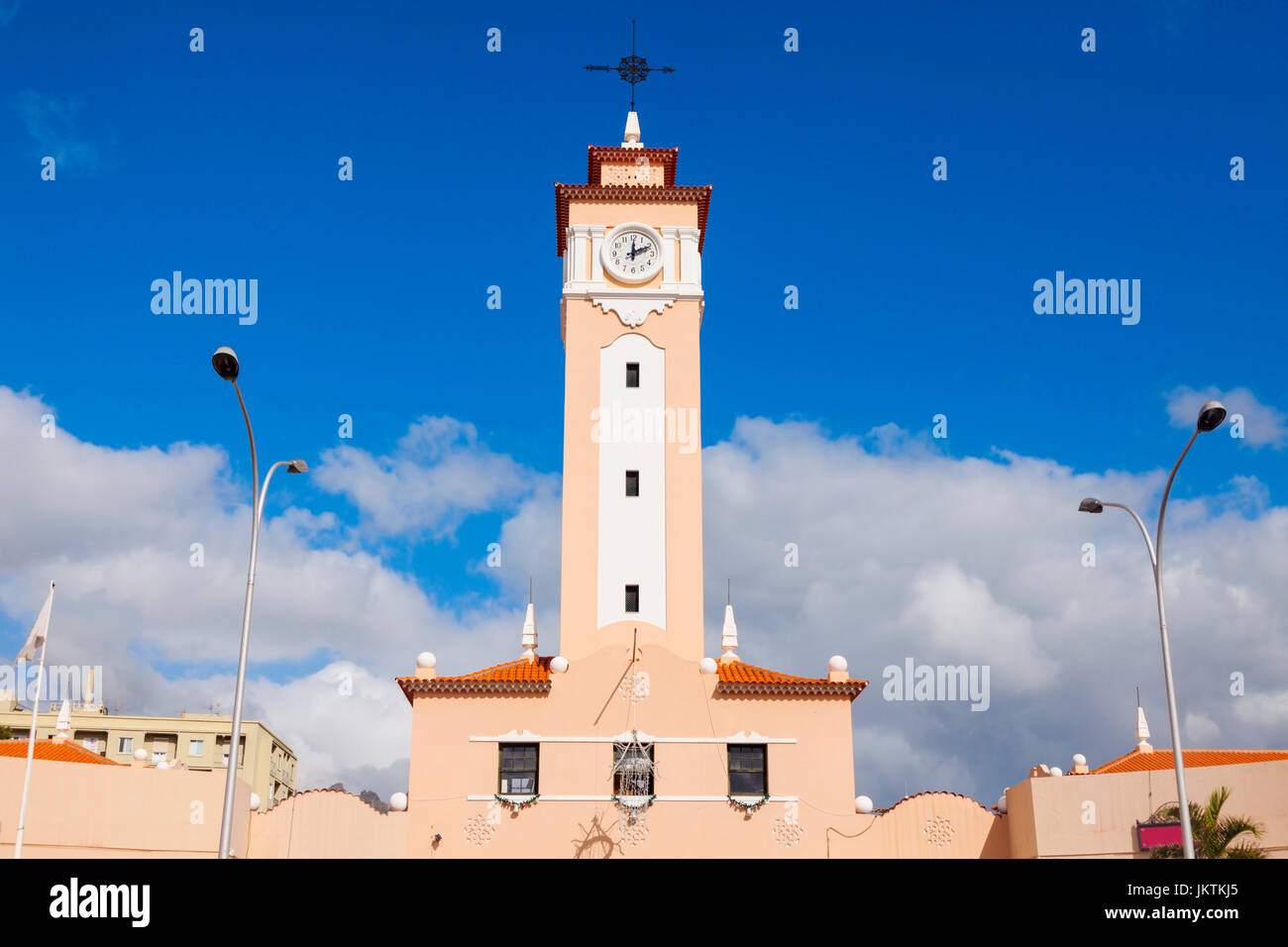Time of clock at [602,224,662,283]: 12:10
